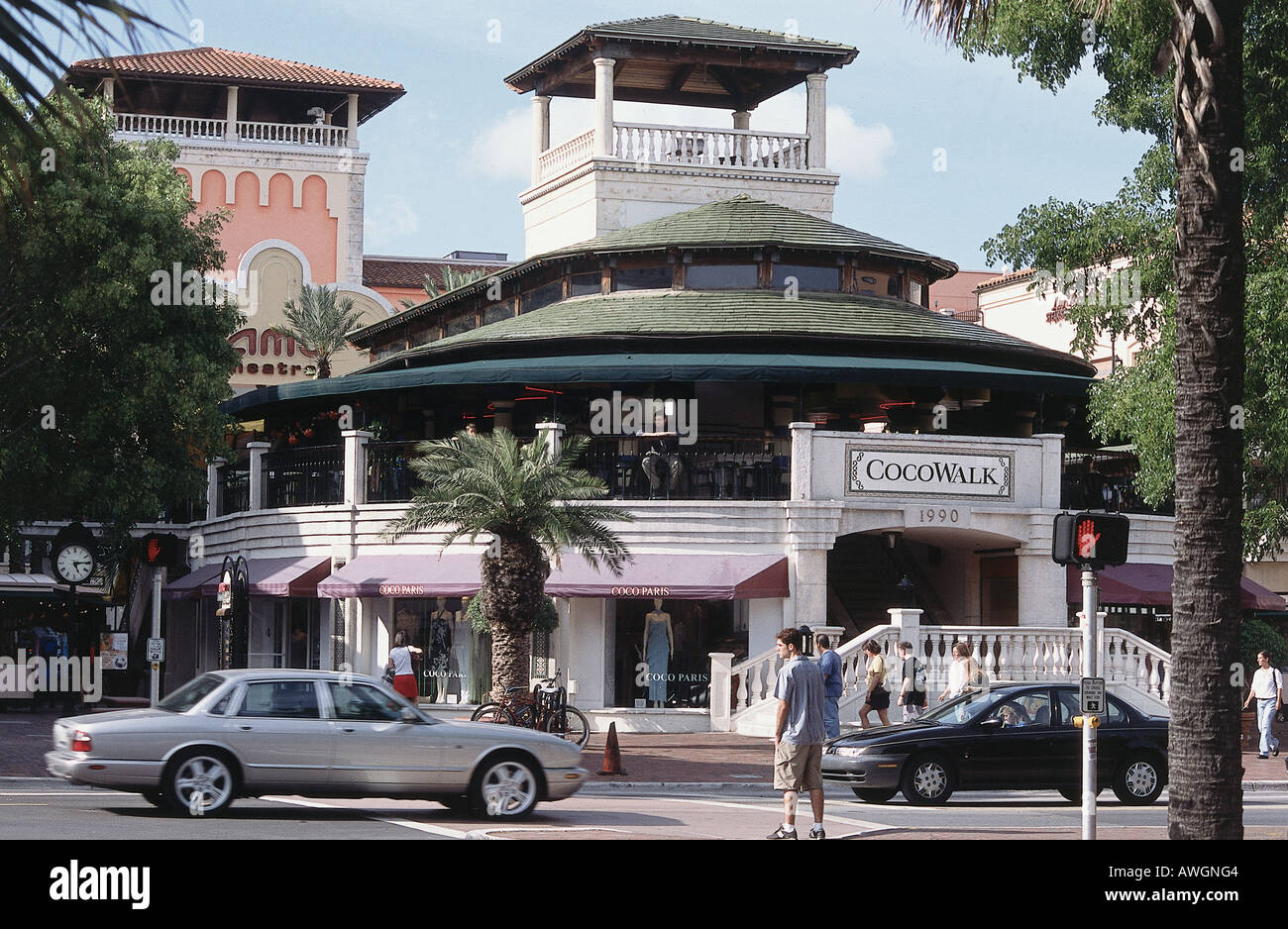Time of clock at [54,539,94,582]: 5:14
